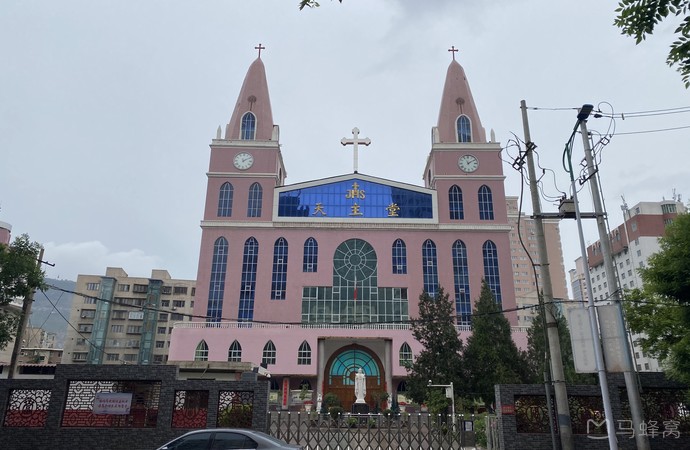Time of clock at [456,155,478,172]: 11:09
